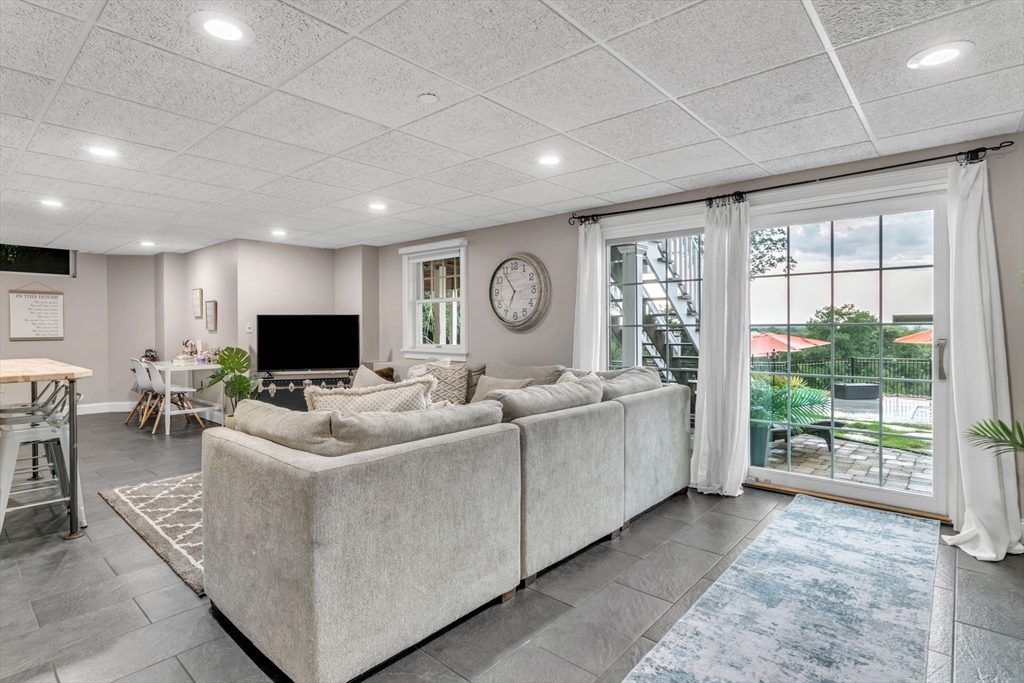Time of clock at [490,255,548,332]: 6:54
